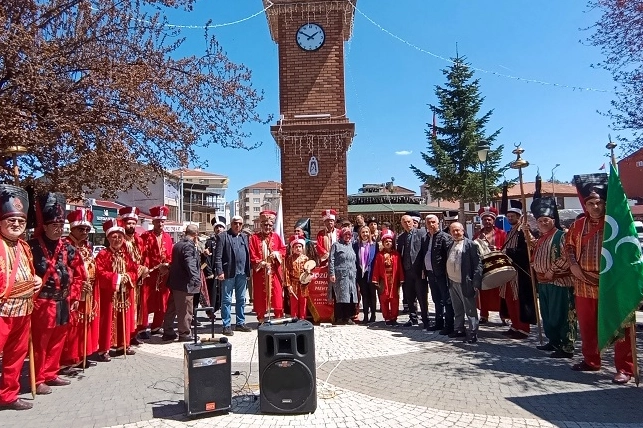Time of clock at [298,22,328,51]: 1:50
